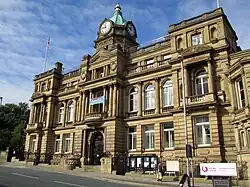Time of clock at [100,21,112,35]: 11:46
